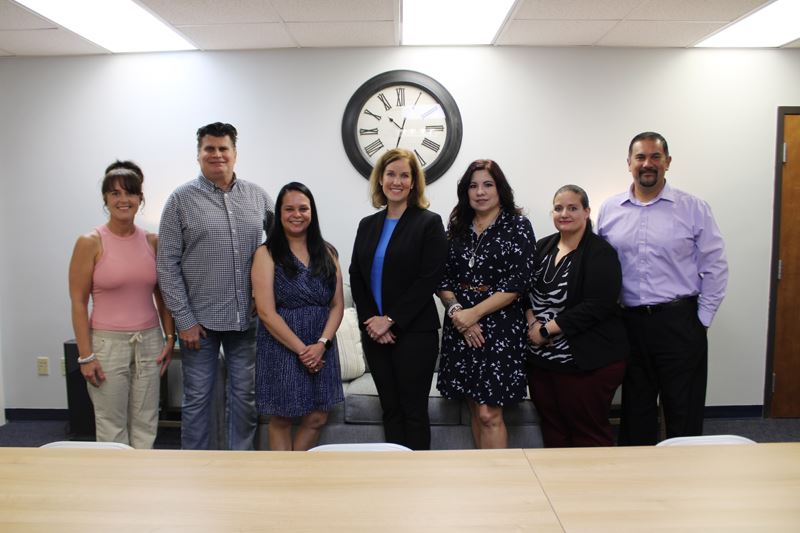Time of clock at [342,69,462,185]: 10:33
